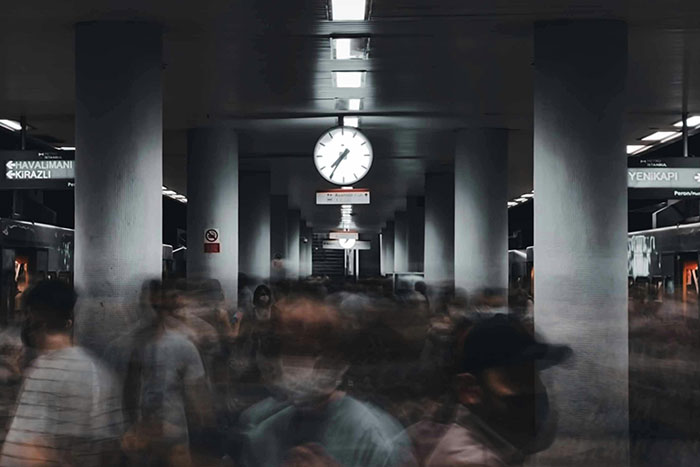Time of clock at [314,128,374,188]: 7:35
